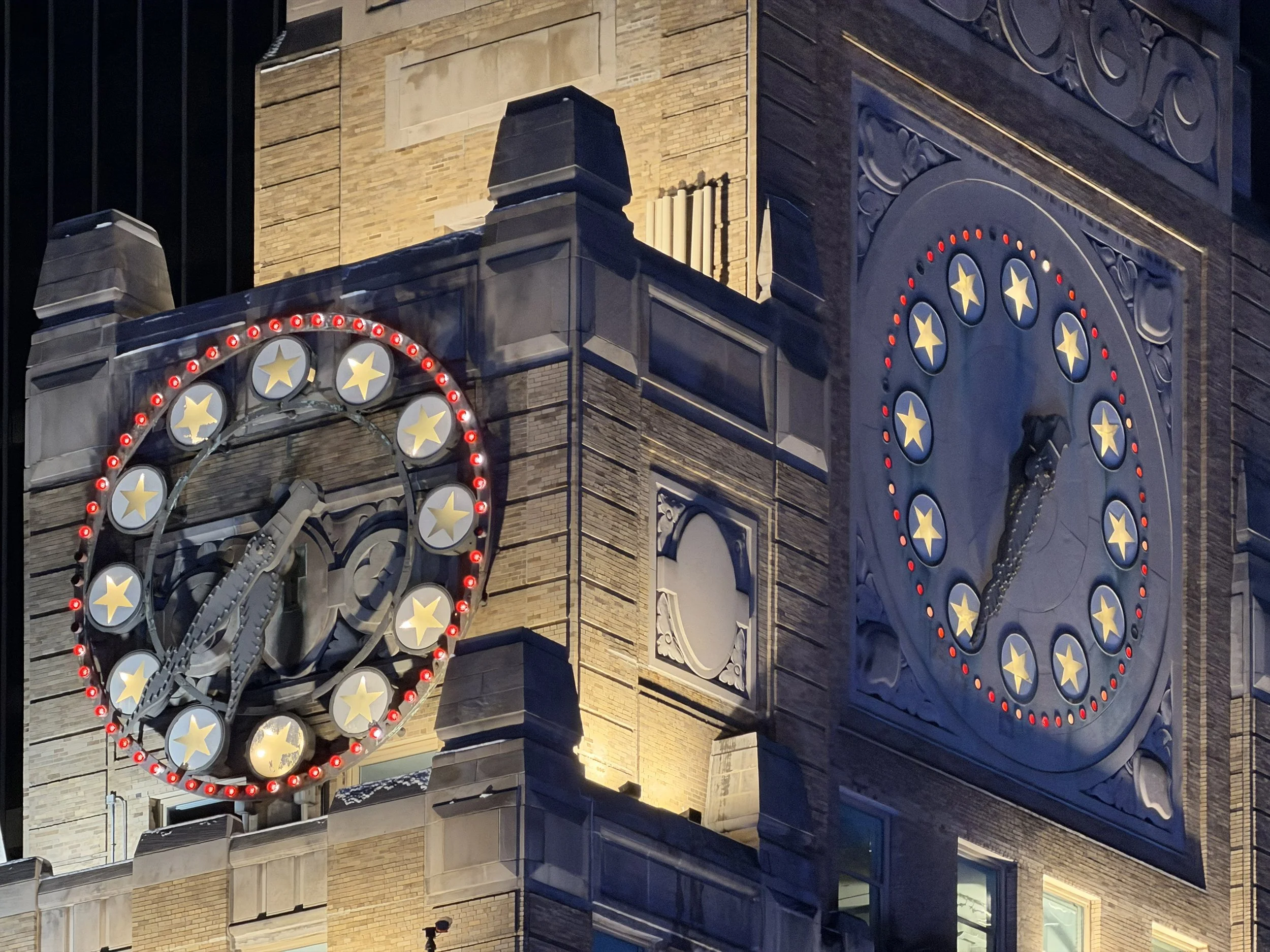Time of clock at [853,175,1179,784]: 1:34
